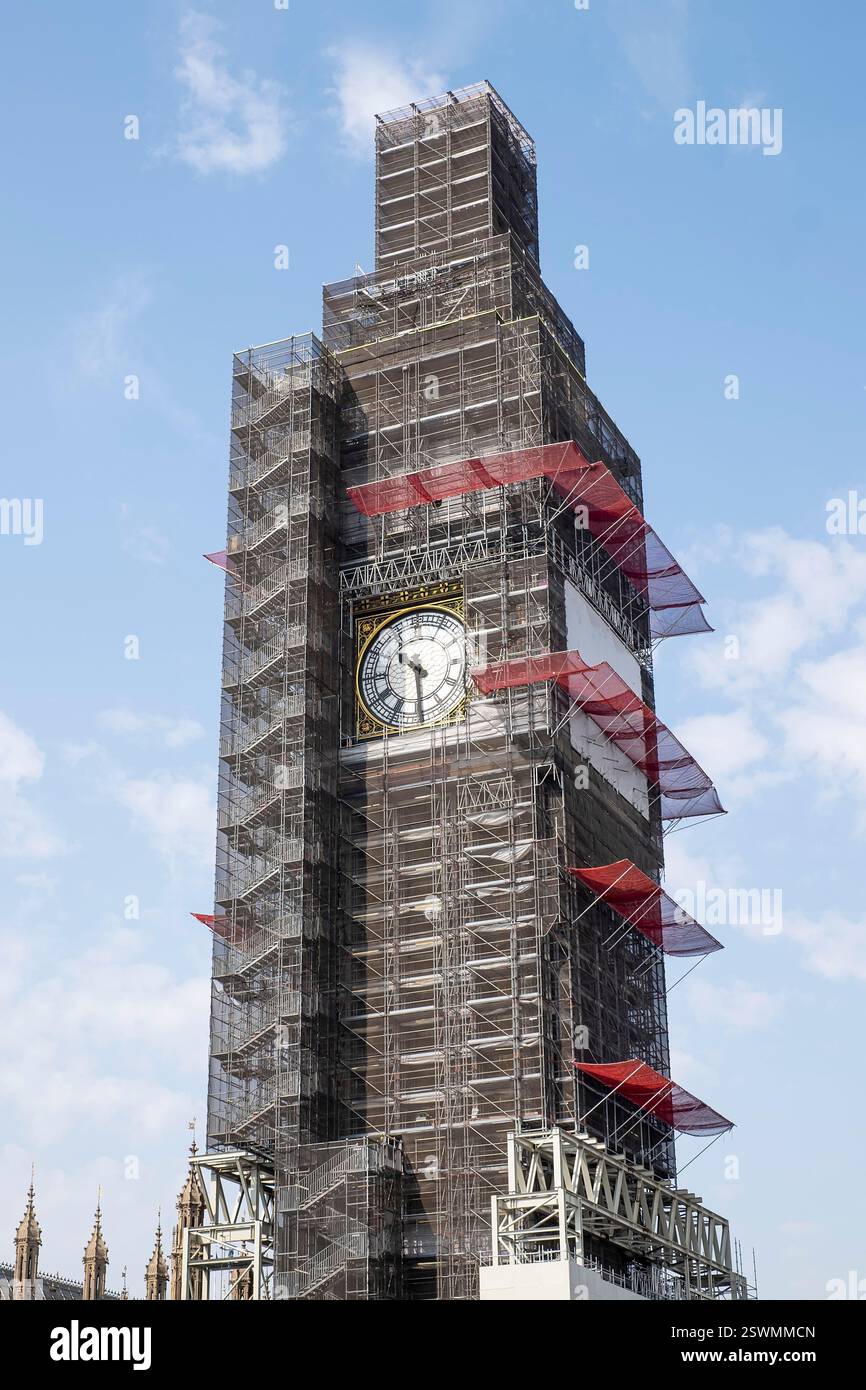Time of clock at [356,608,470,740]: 10:30
